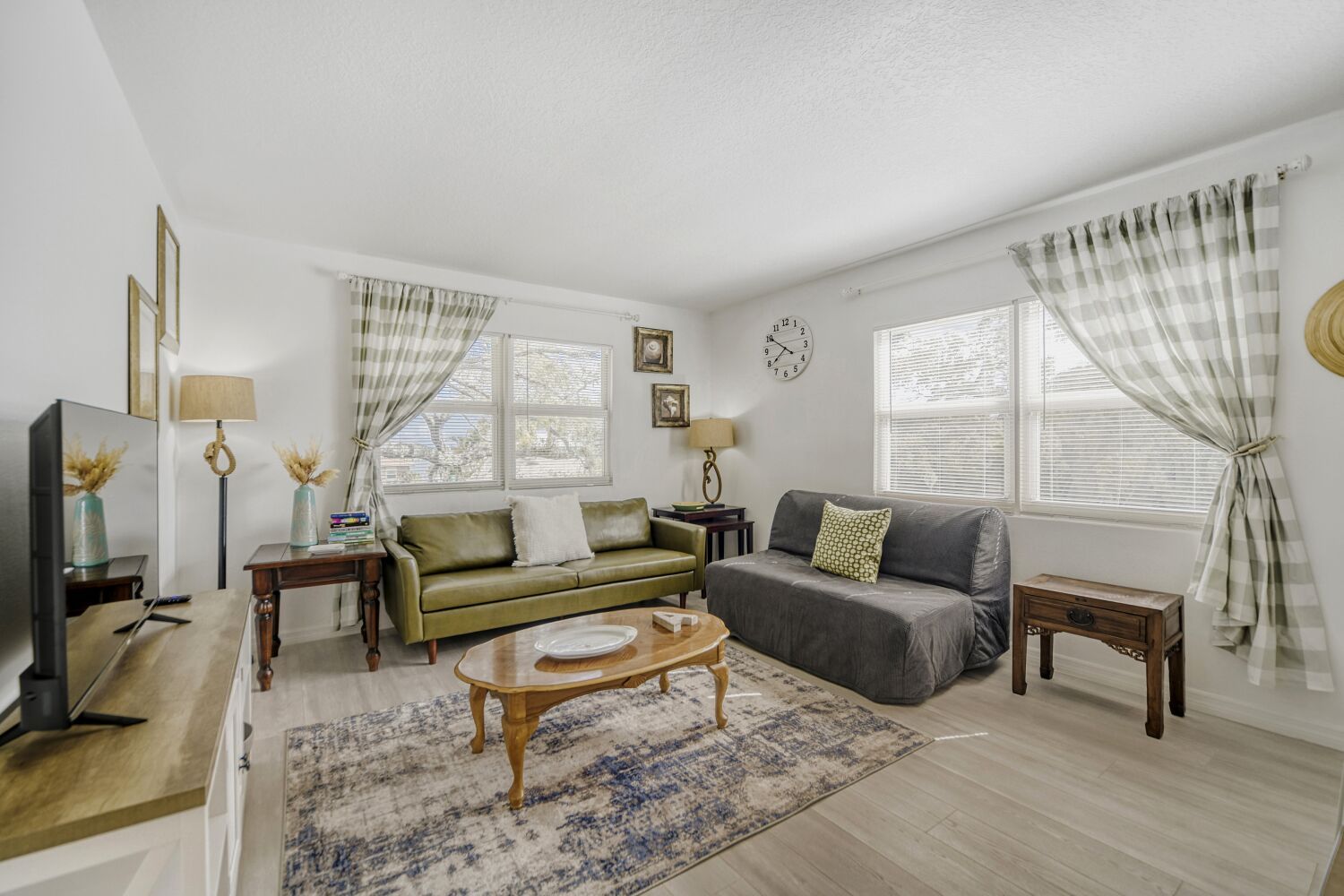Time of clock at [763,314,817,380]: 7:50
